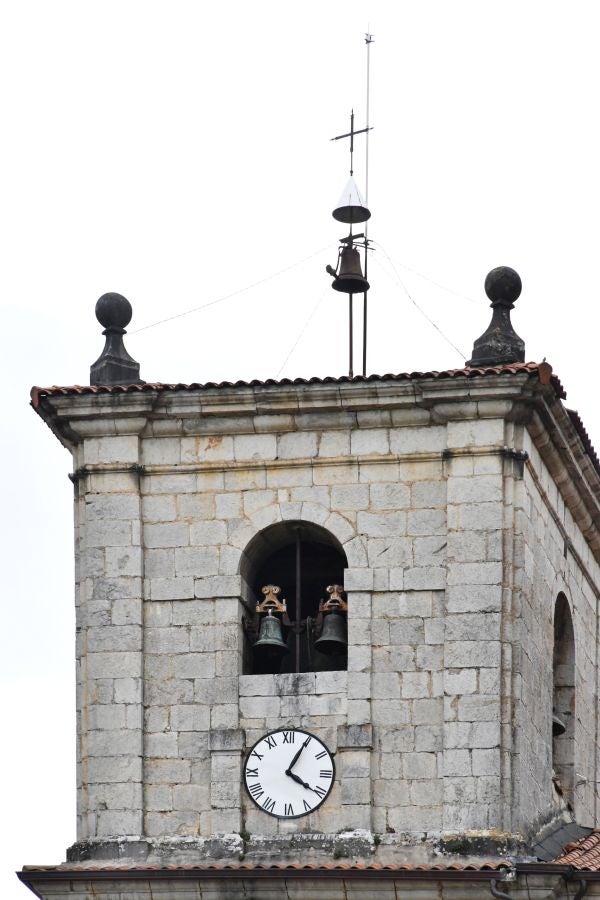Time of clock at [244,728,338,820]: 4:04
